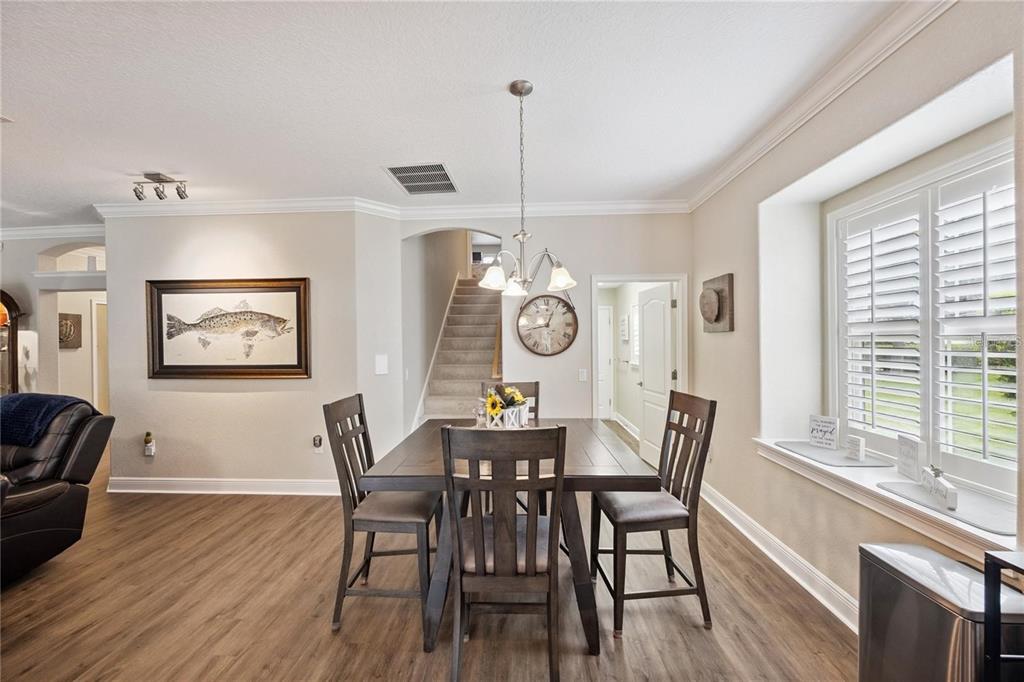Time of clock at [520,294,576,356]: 12:43
